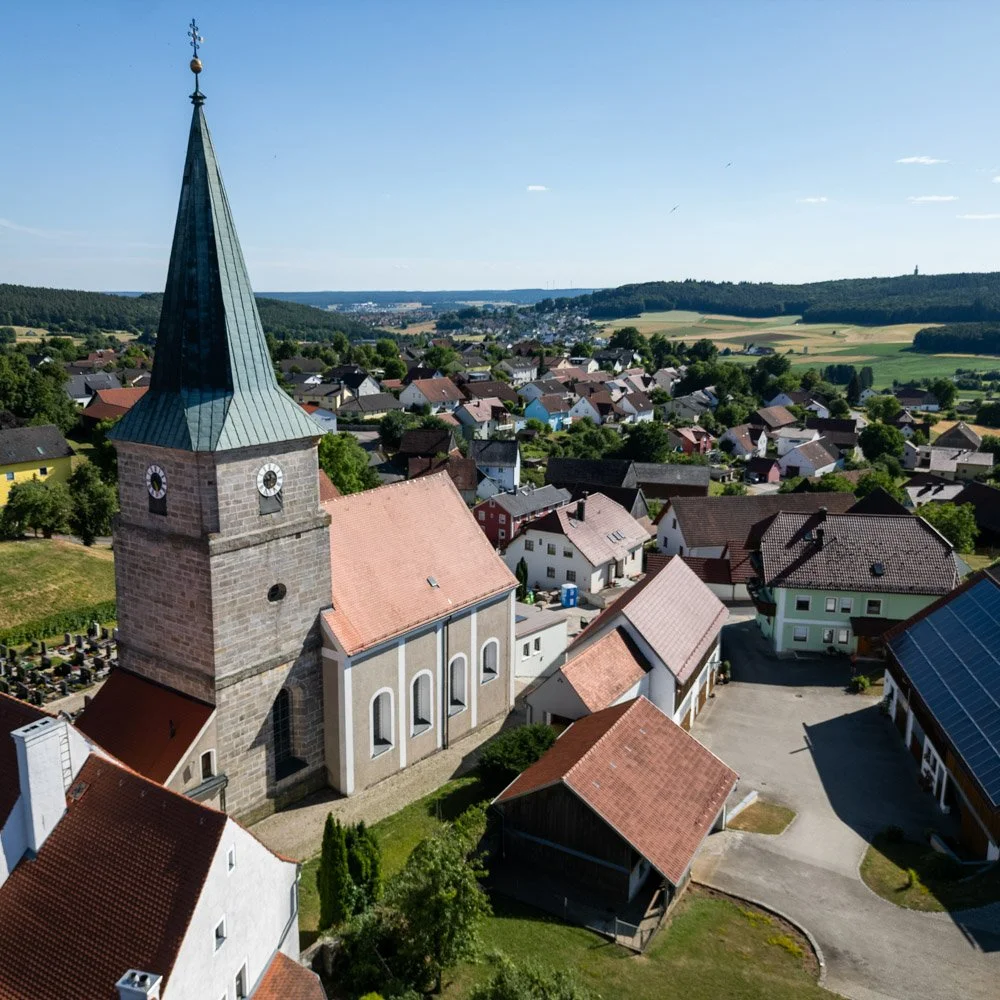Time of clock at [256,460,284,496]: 8:32
